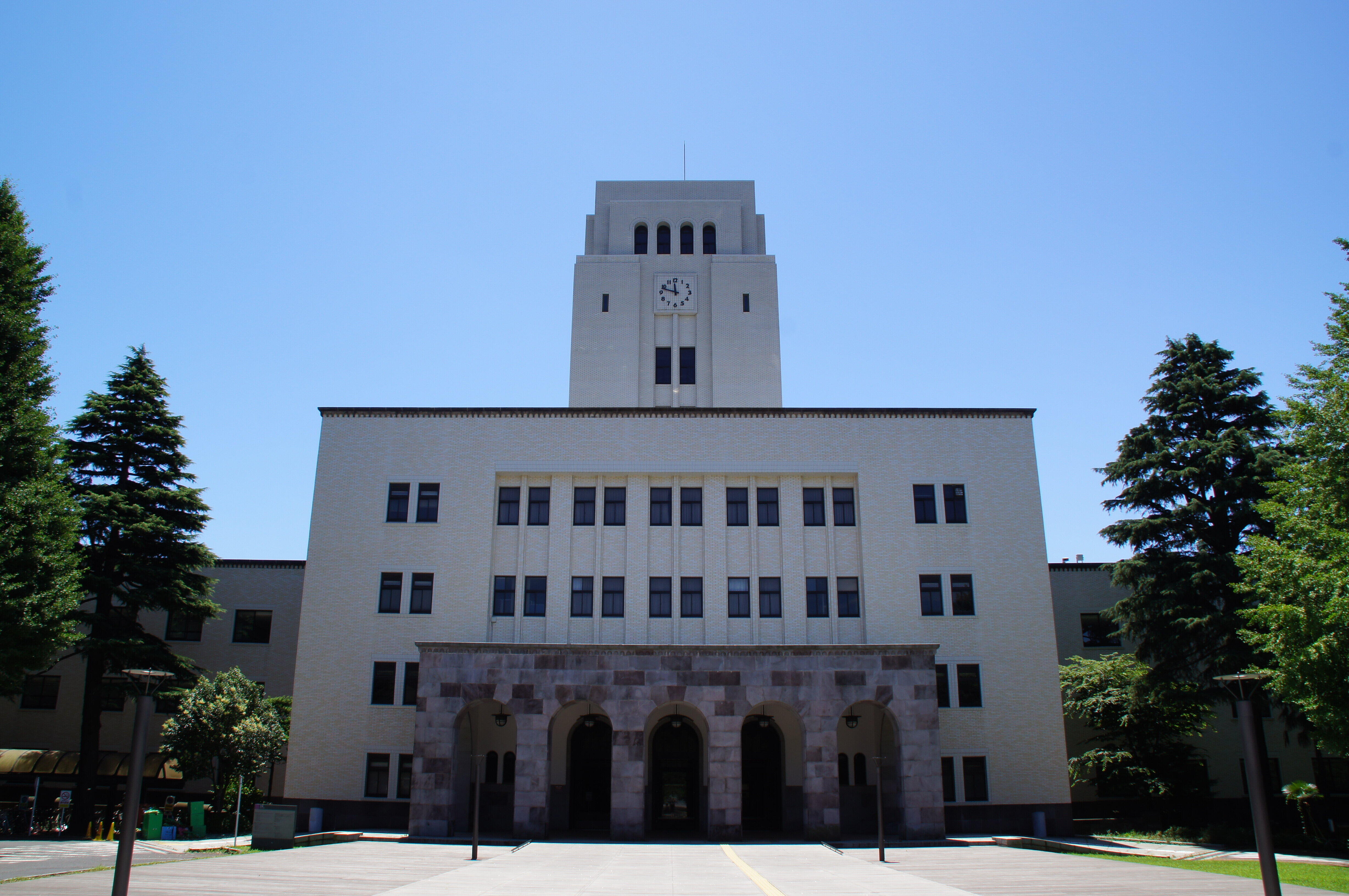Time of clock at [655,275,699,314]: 11:48
